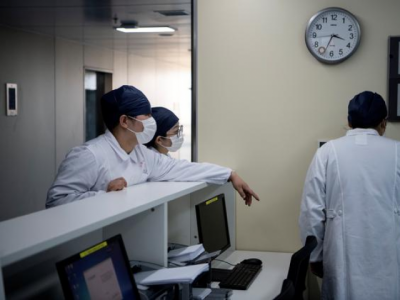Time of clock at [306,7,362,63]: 3:33
